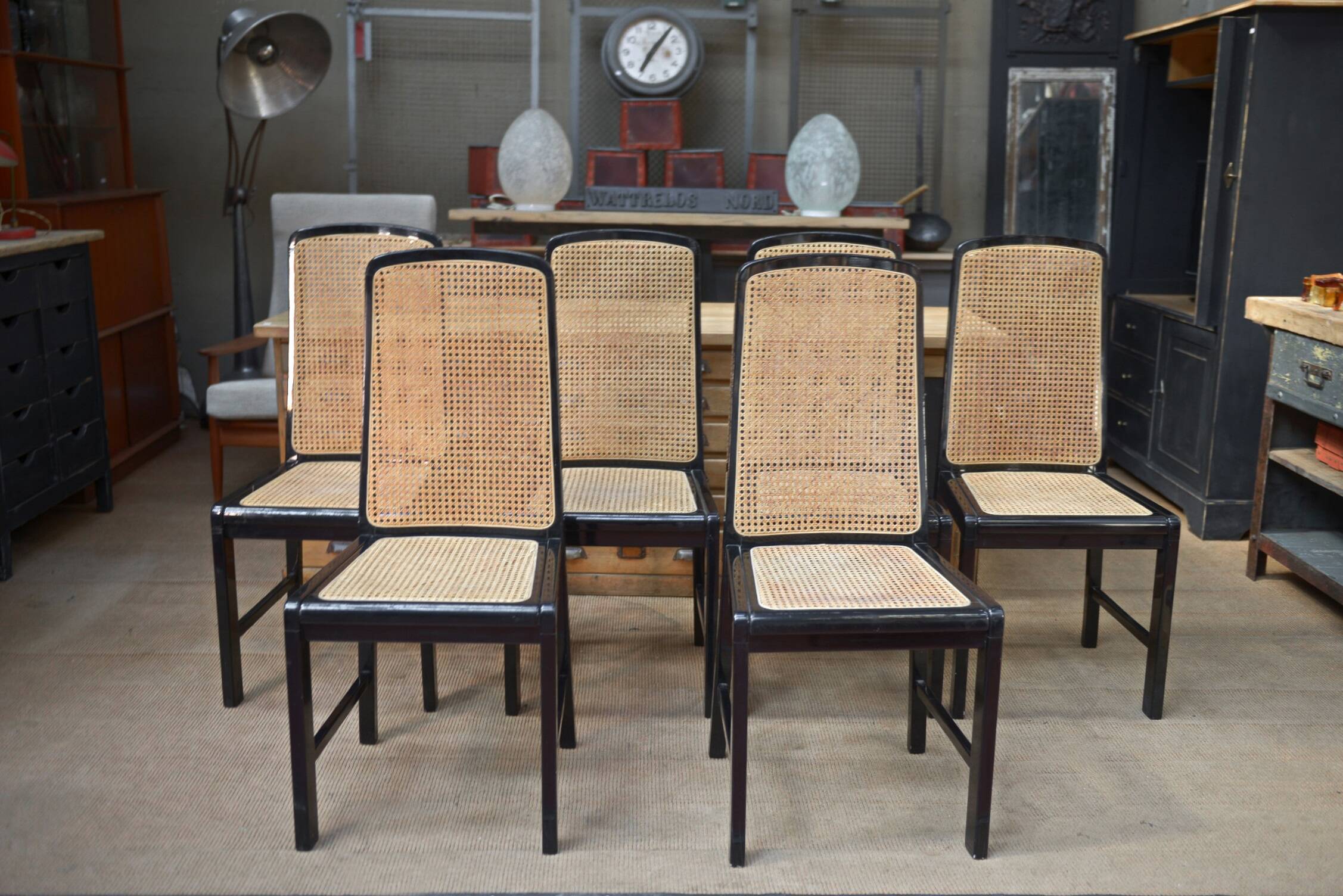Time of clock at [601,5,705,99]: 7:06
